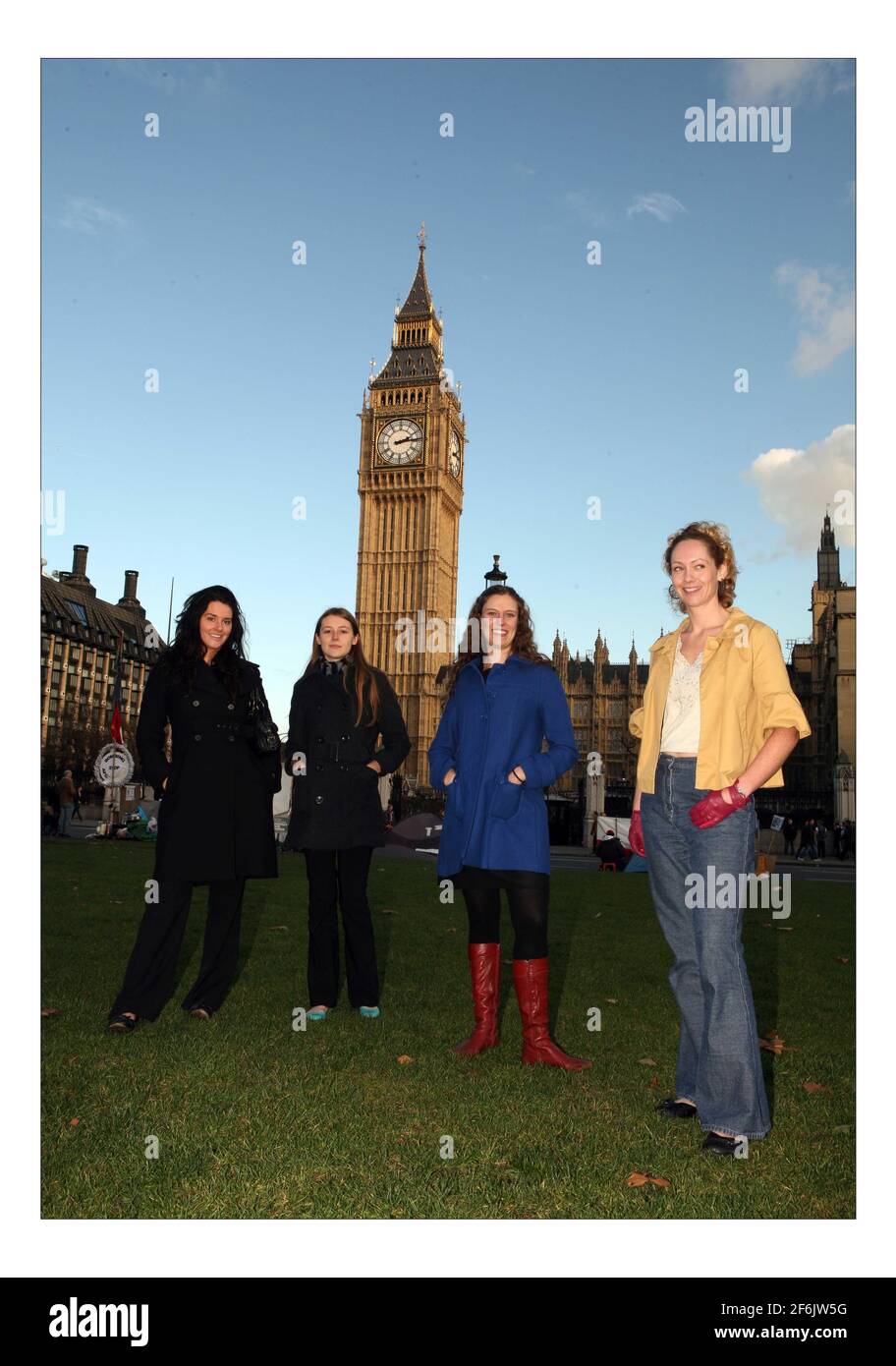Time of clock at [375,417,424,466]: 2:13
